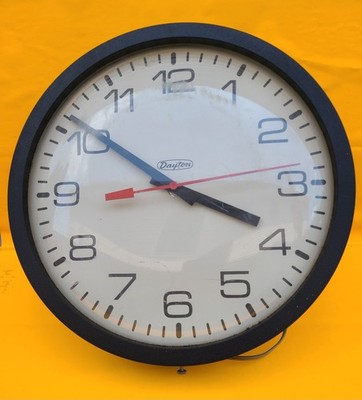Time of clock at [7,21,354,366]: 3:50
